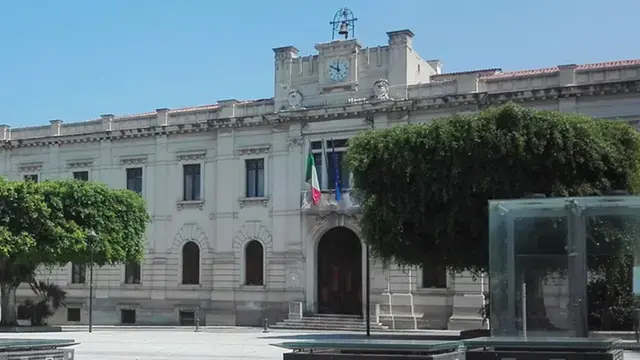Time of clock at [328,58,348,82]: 11:49
